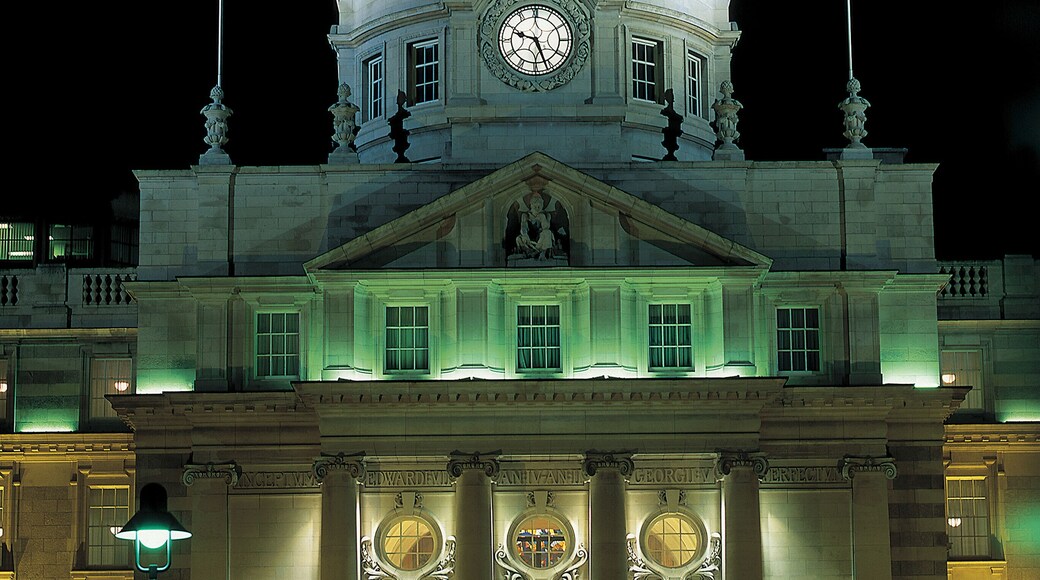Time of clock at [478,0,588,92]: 9:26
